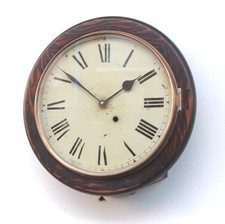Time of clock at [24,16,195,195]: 1:51
